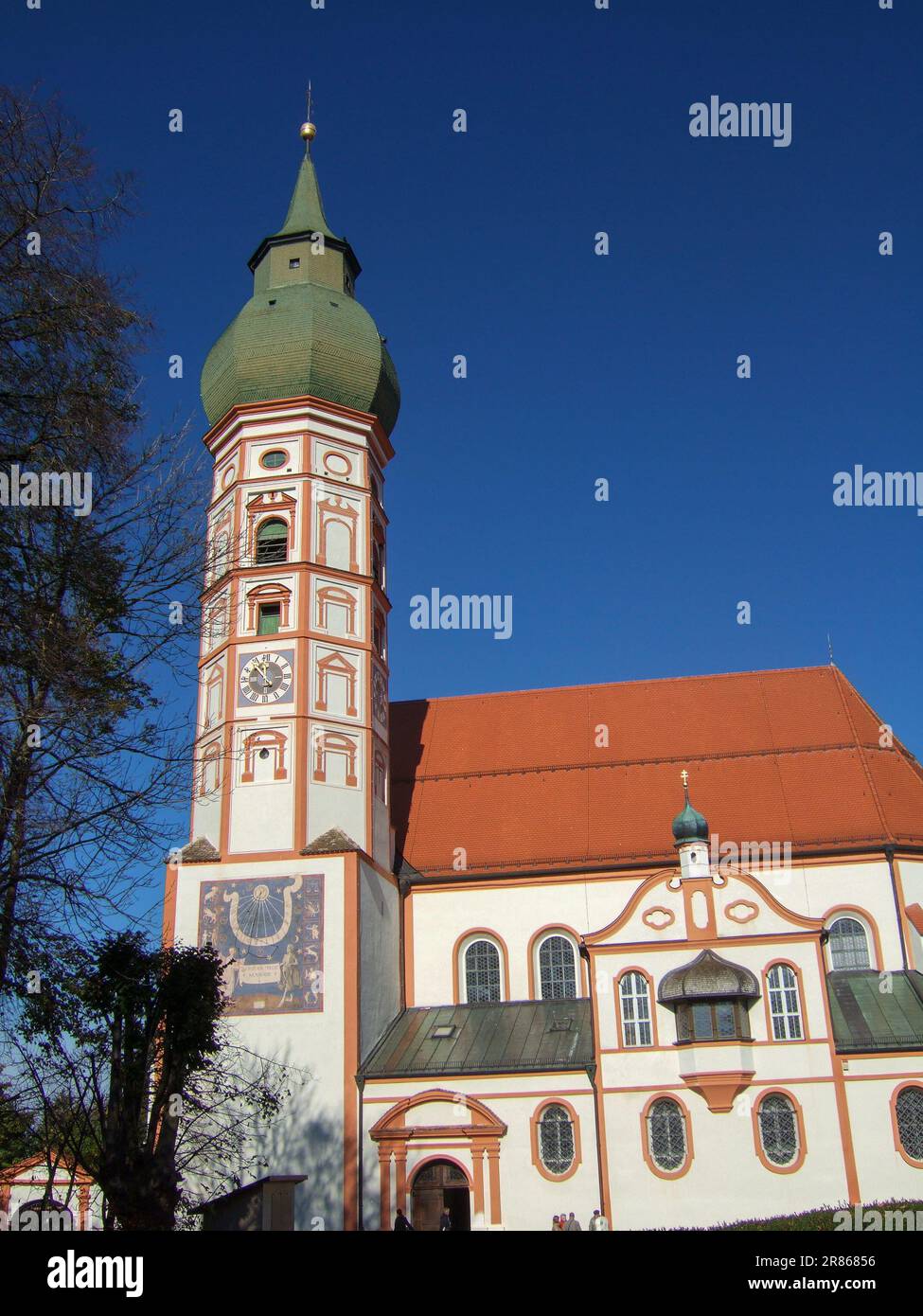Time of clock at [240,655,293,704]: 4:53
